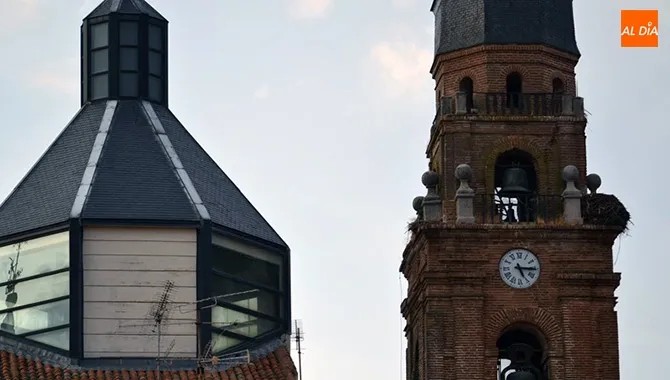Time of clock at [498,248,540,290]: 5:15
